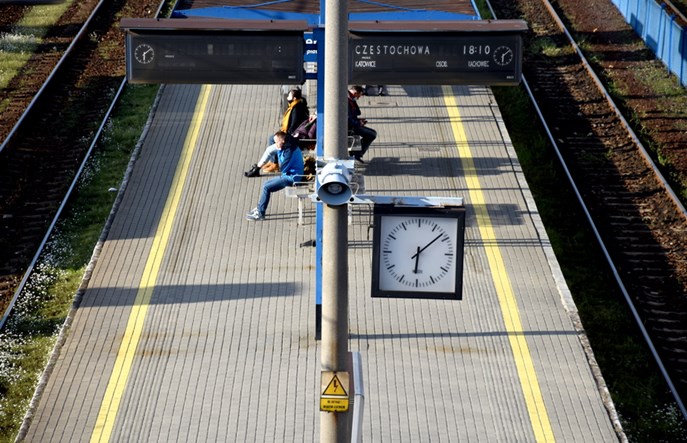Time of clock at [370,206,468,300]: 6:08
